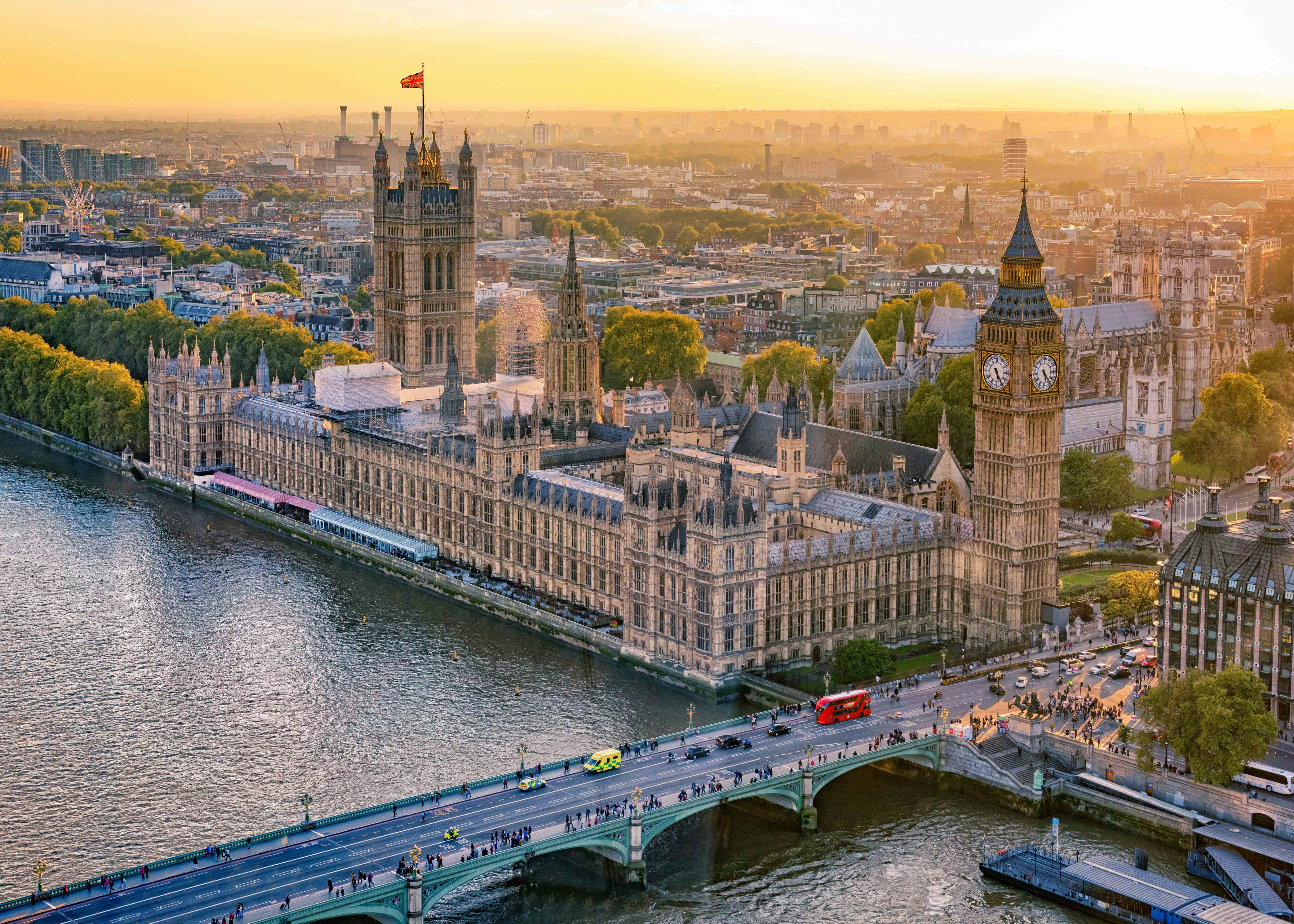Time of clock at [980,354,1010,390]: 5:24
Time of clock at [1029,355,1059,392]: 5:23
